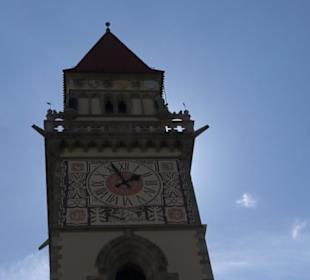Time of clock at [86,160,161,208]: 1:56
